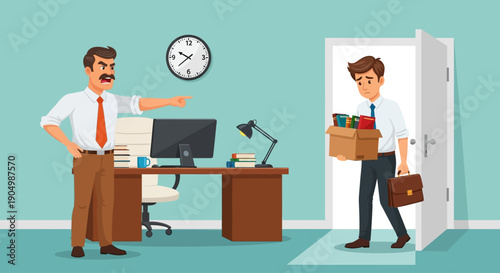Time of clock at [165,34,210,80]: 9:38
